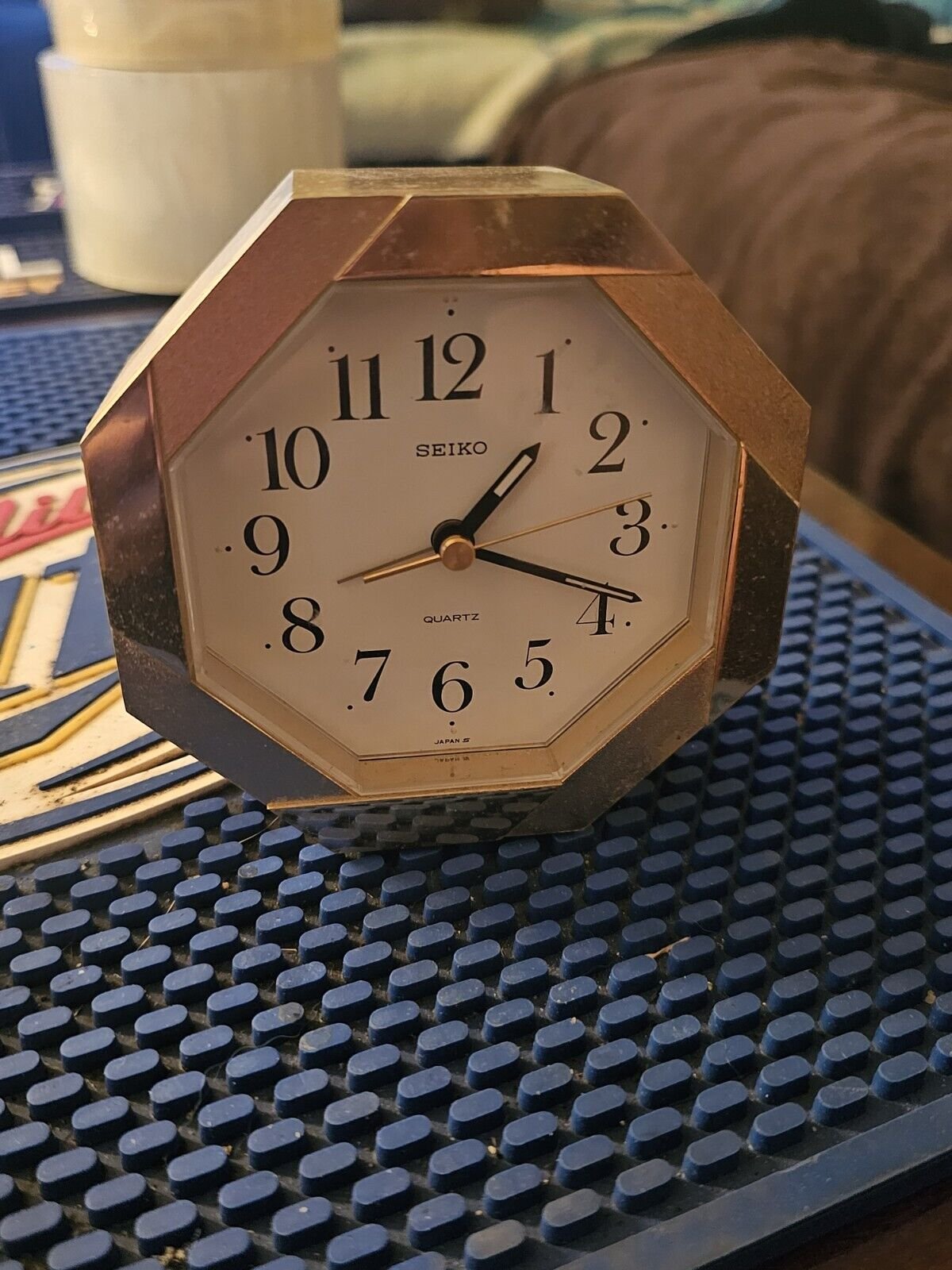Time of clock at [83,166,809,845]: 1:18
